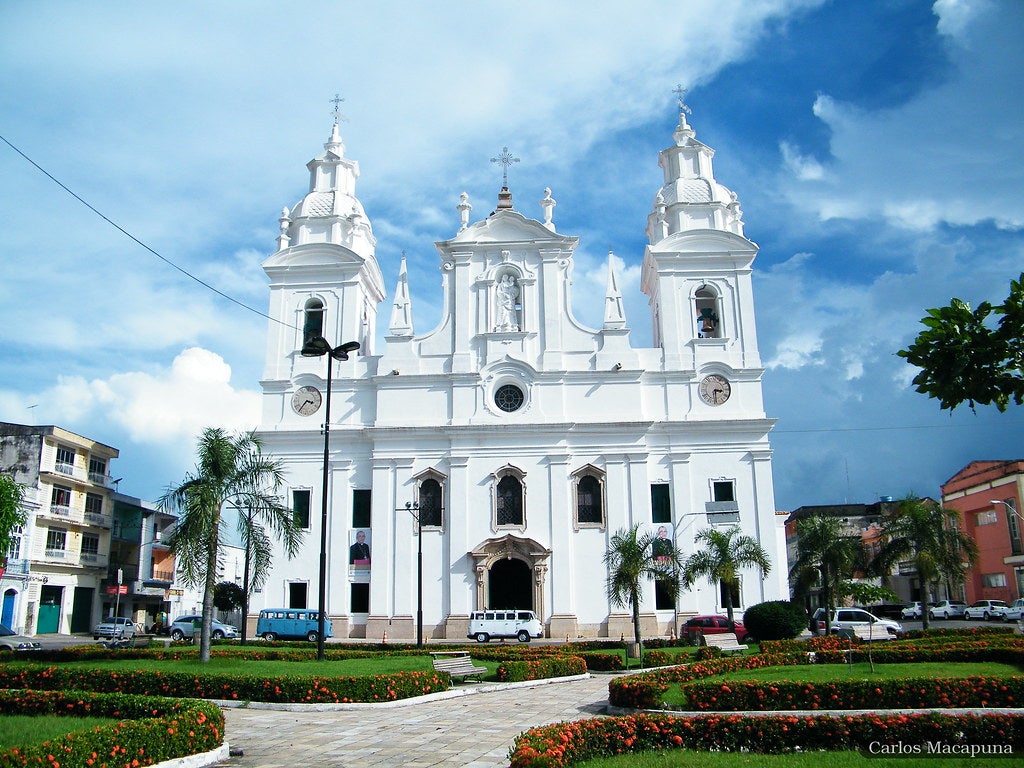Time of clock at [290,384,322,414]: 3:36
